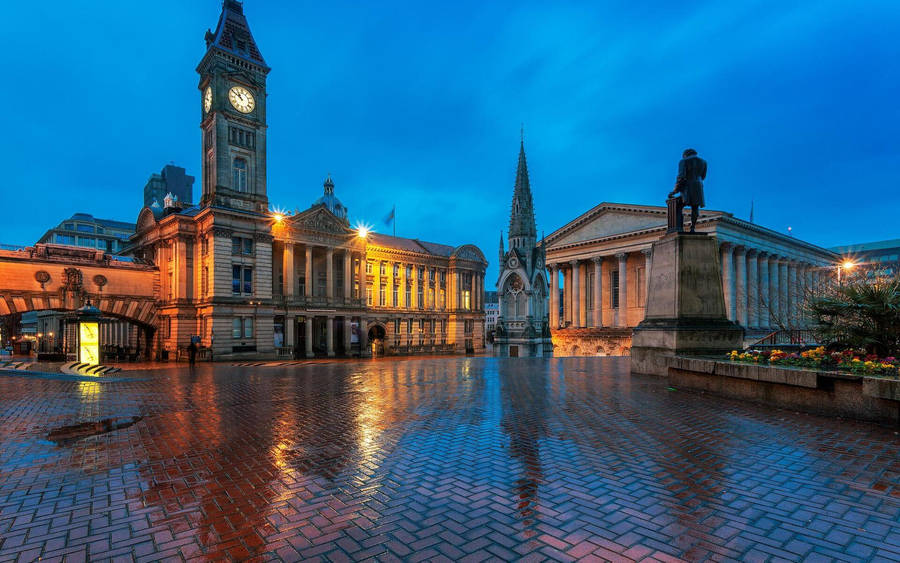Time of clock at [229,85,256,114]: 10:50
